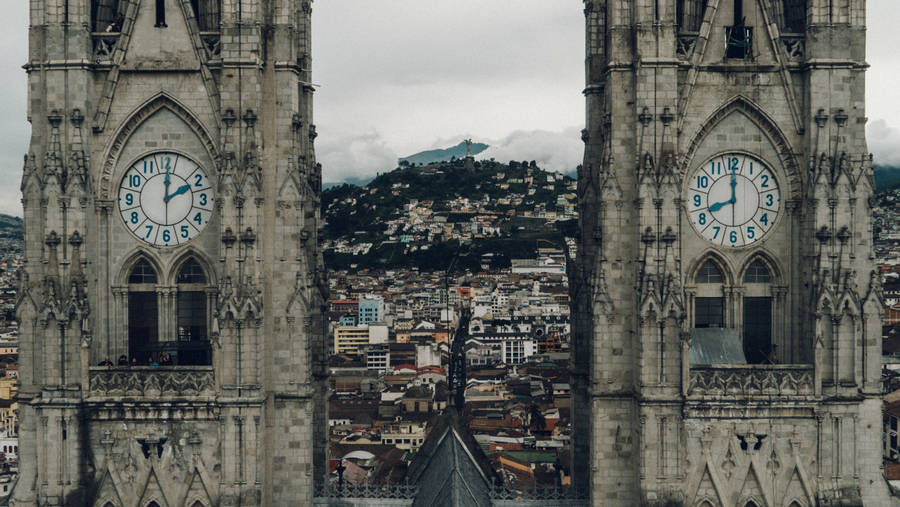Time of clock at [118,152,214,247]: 2:01
